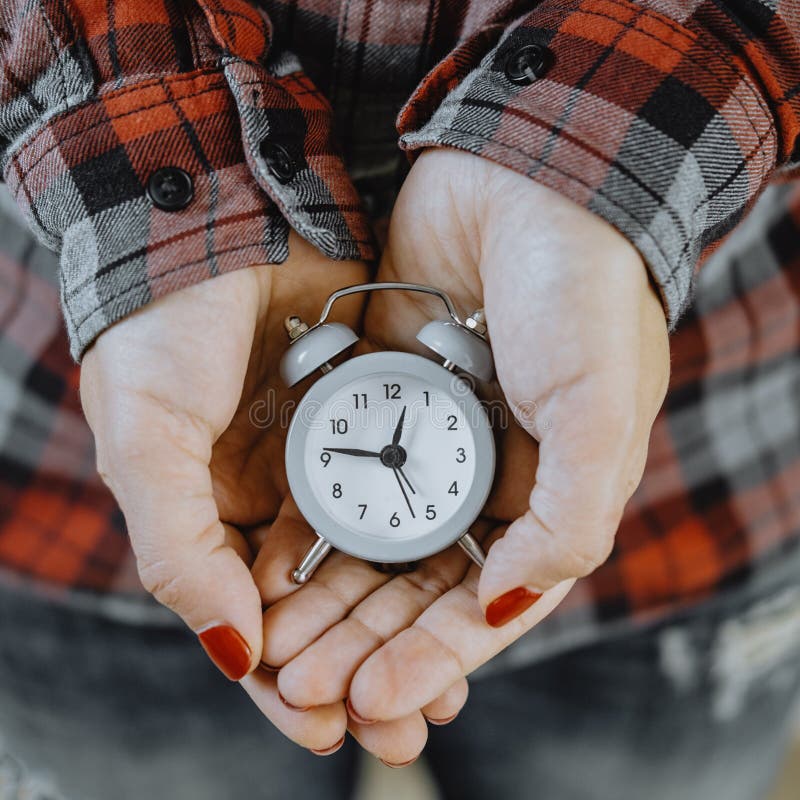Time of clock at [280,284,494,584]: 12:46
